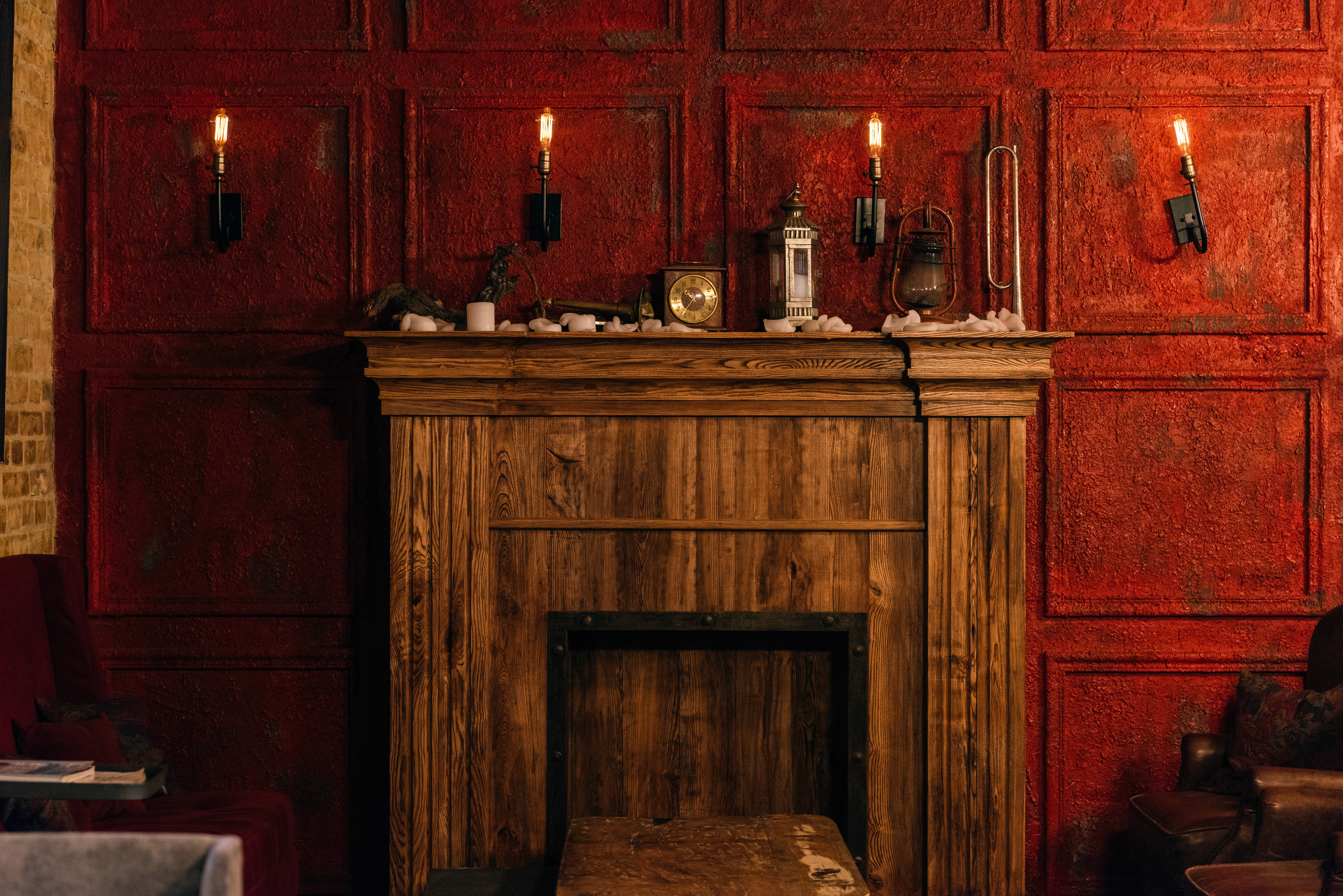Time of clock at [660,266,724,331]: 2:36
